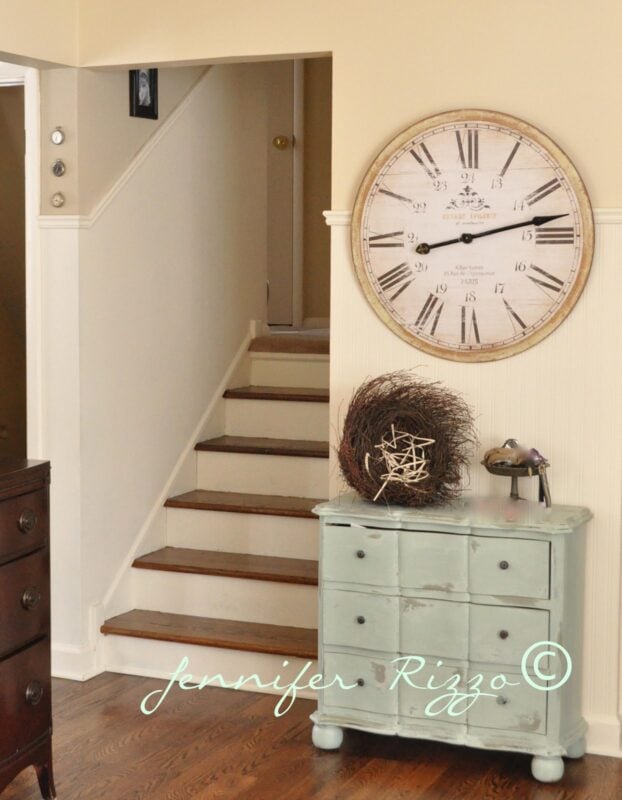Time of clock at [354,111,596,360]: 8:12
